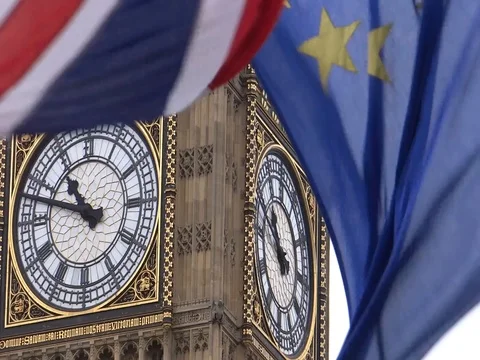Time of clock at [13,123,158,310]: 10:47
